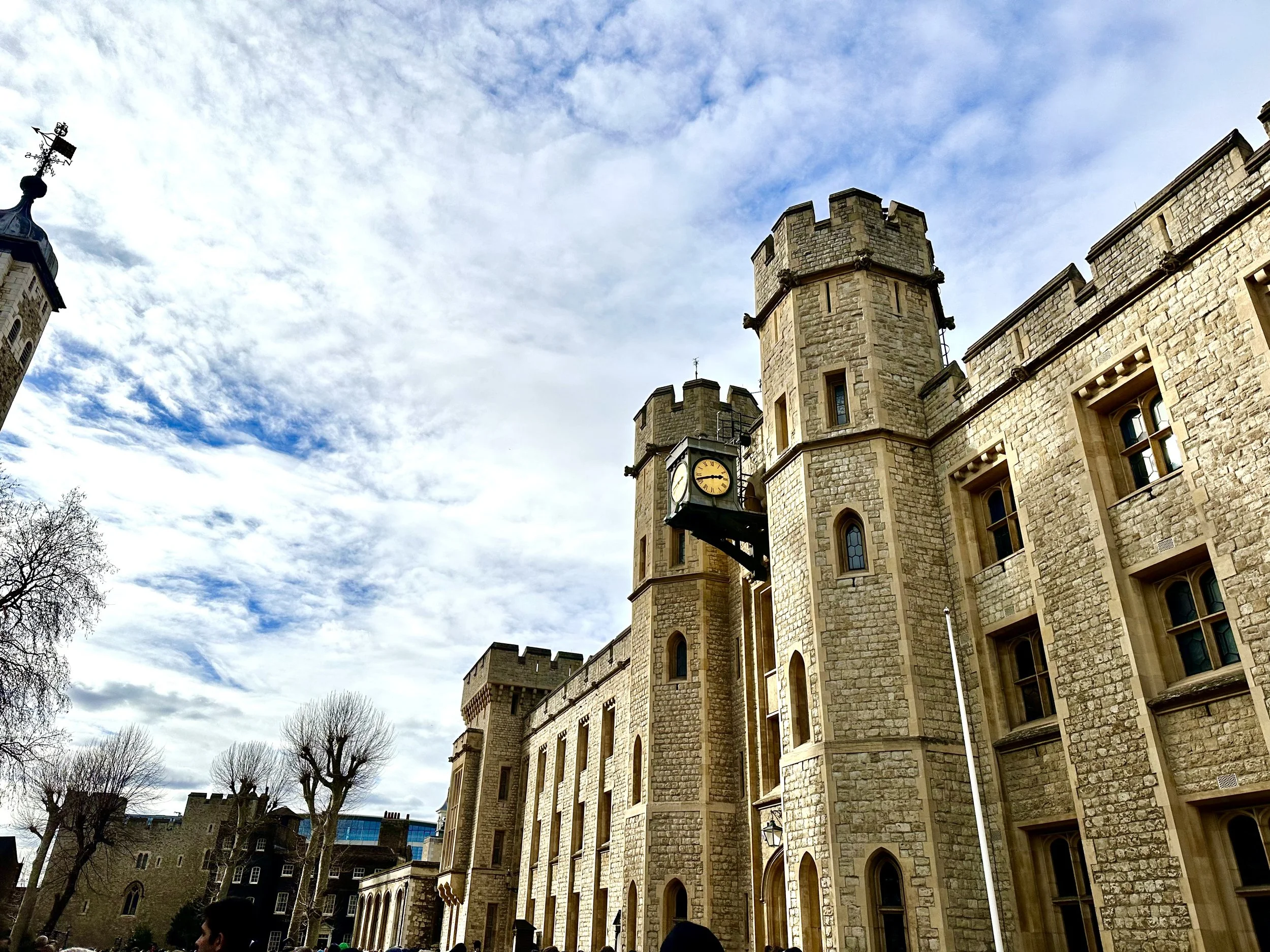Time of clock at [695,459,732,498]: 2:42
